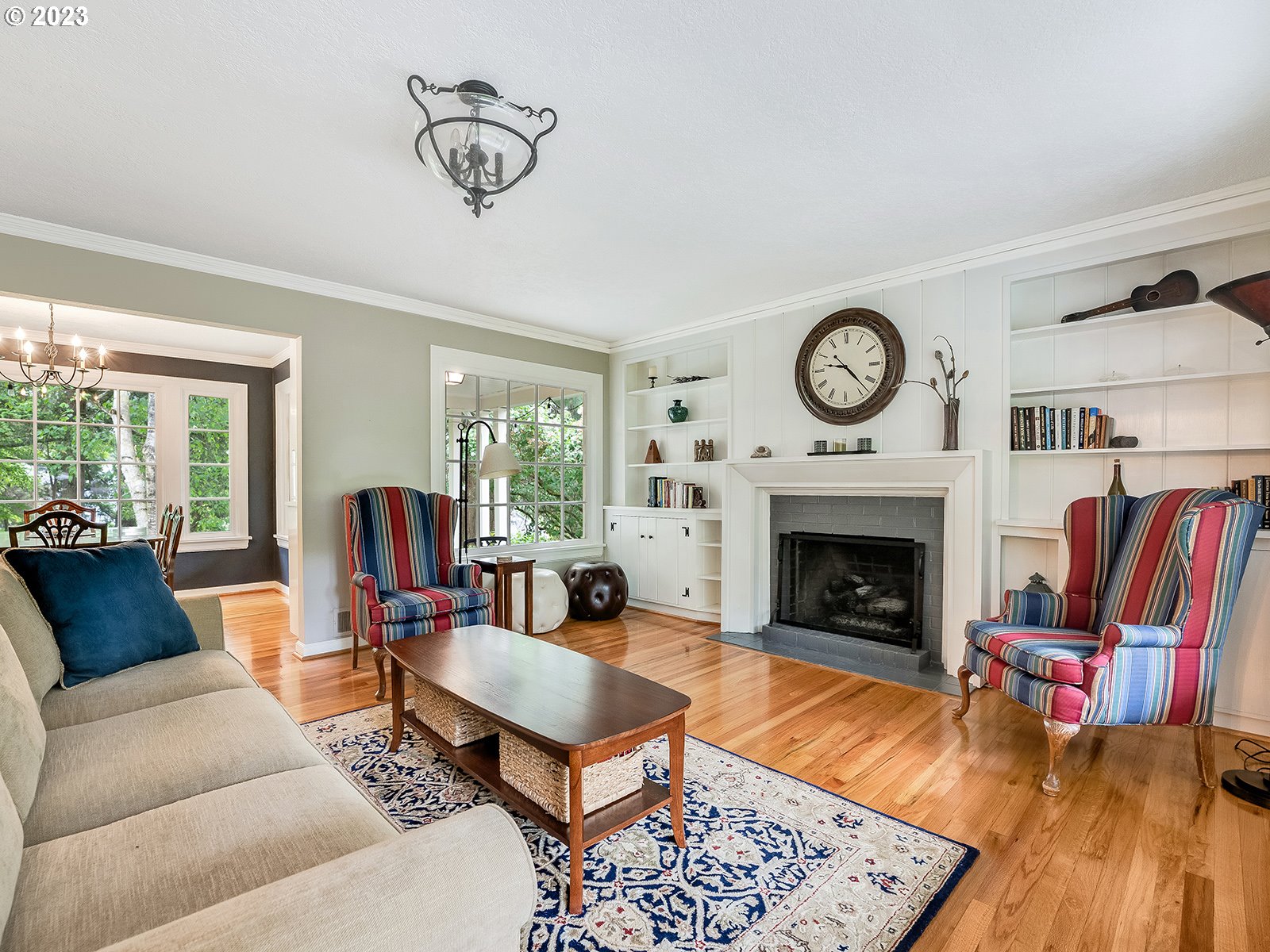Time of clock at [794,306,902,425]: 9:22
